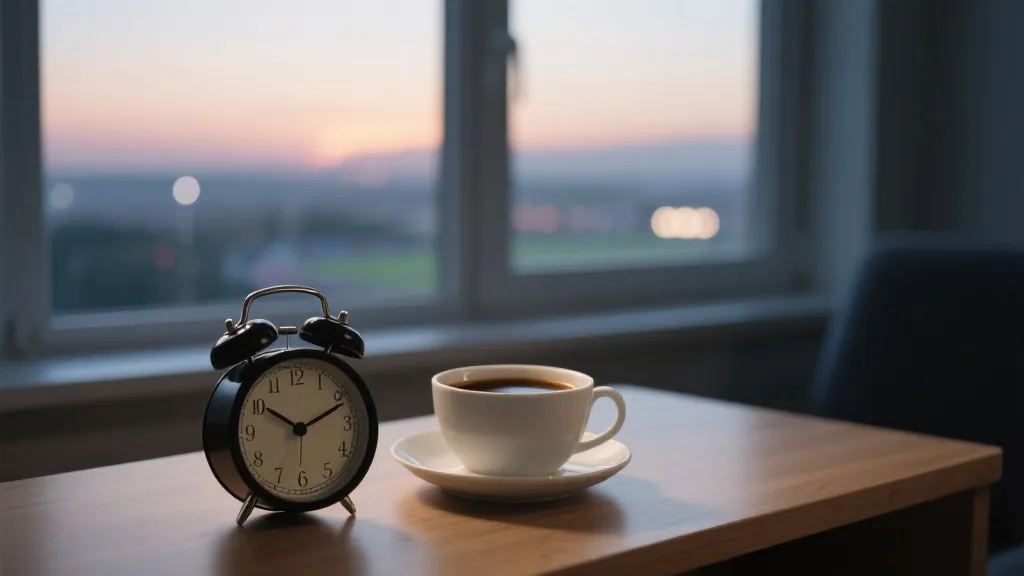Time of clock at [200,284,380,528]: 10:11
